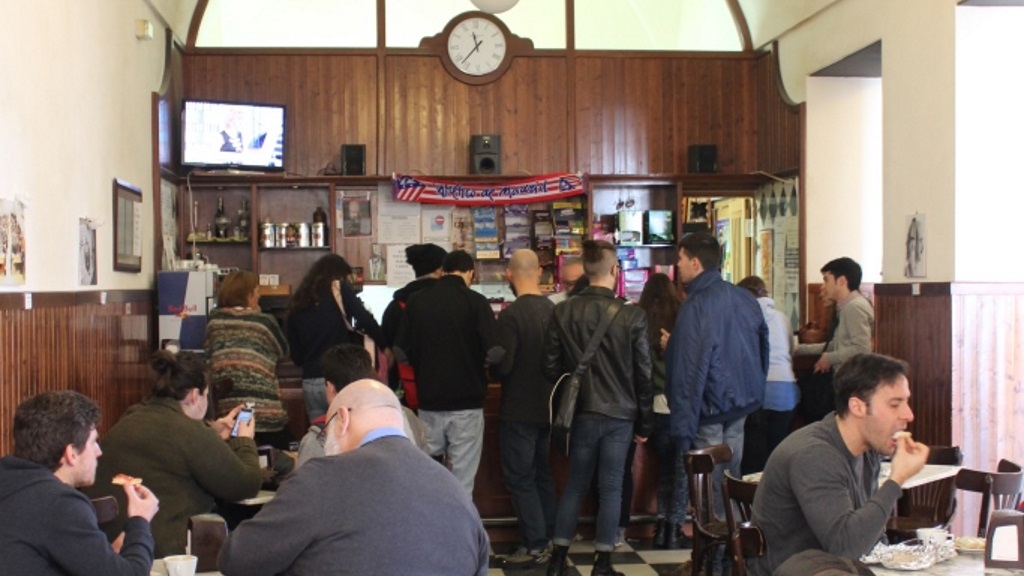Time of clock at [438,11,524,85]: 11:37
